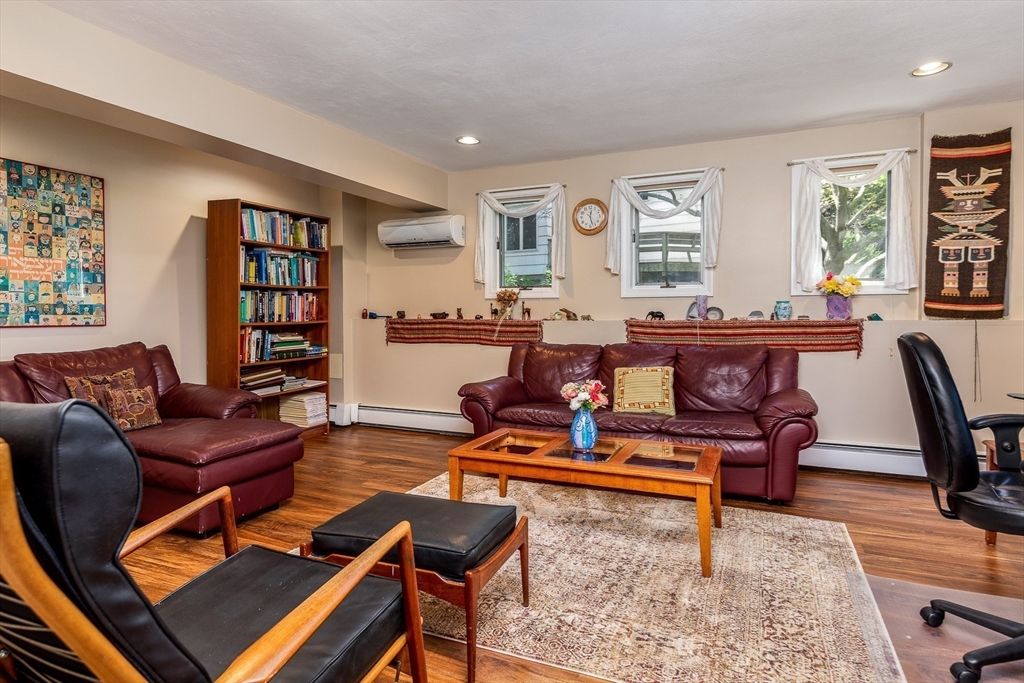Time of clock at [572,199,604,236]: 12:27
